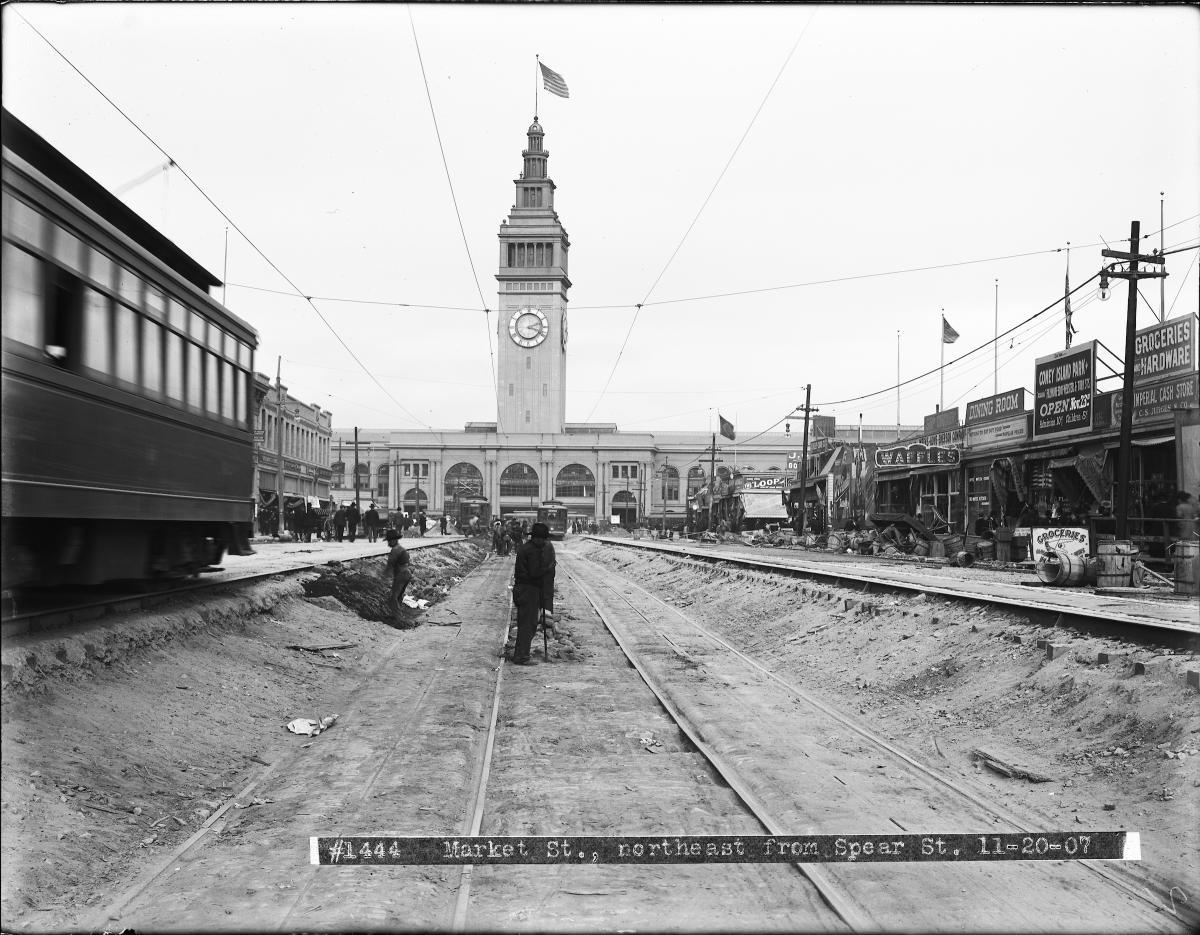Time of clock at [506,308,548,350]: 2:18
